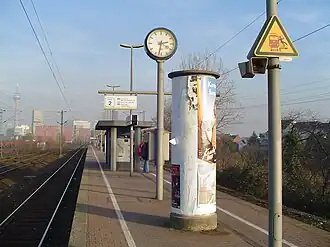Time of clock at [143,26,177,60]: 2:32
